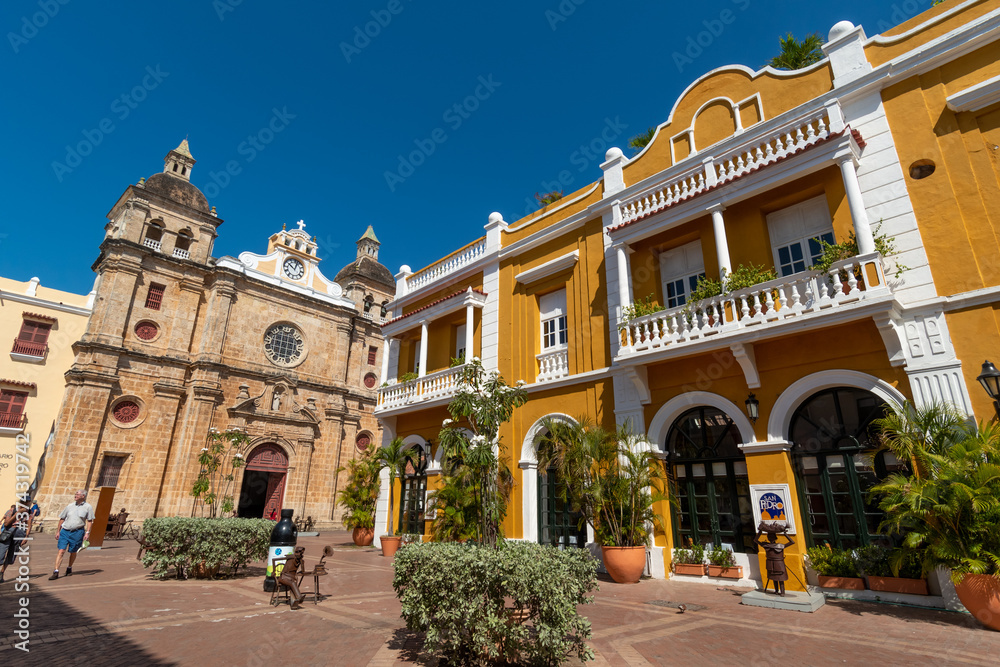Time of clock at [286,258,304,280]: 10:02
